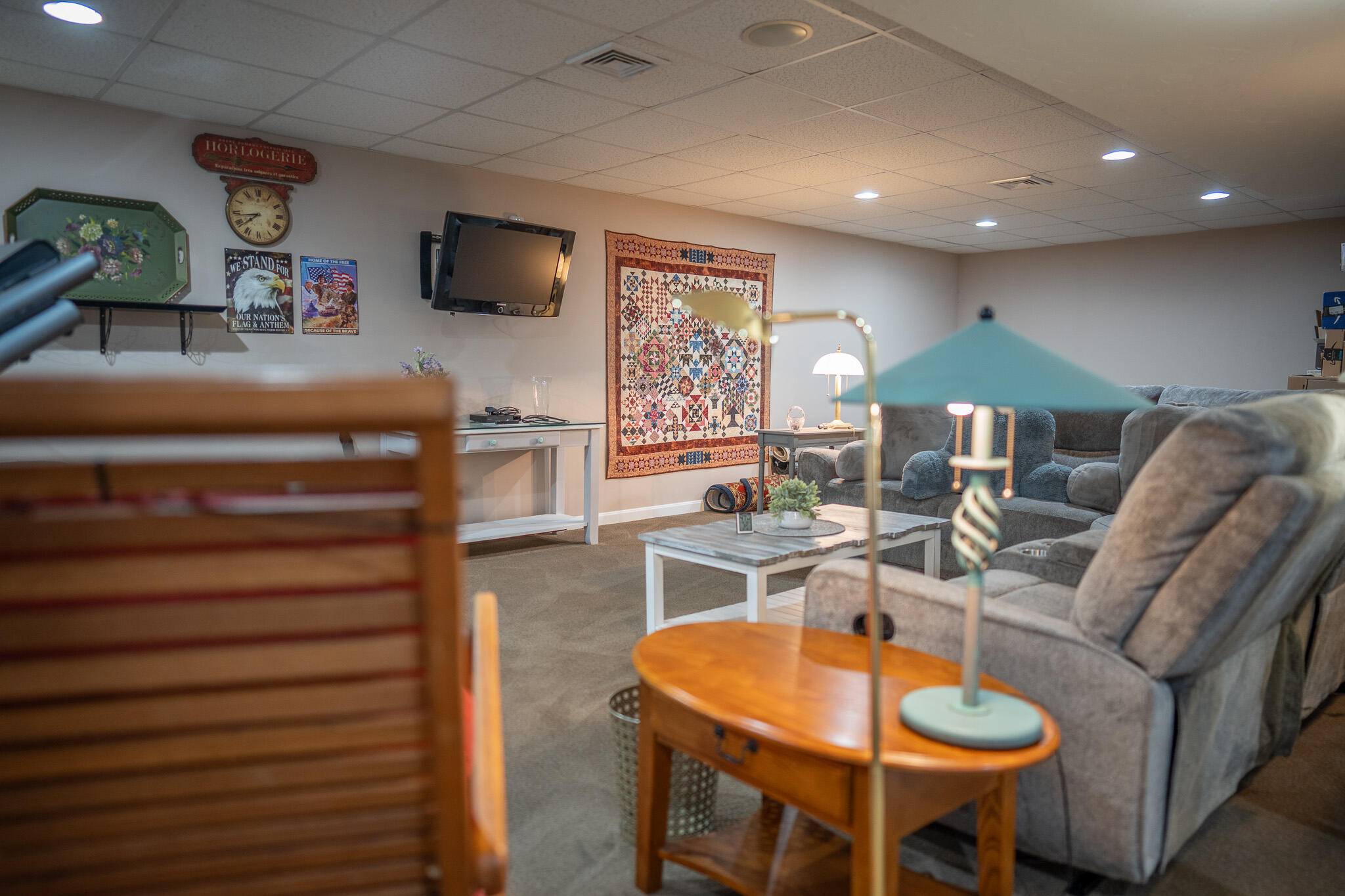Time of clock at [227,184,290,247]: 7:43
